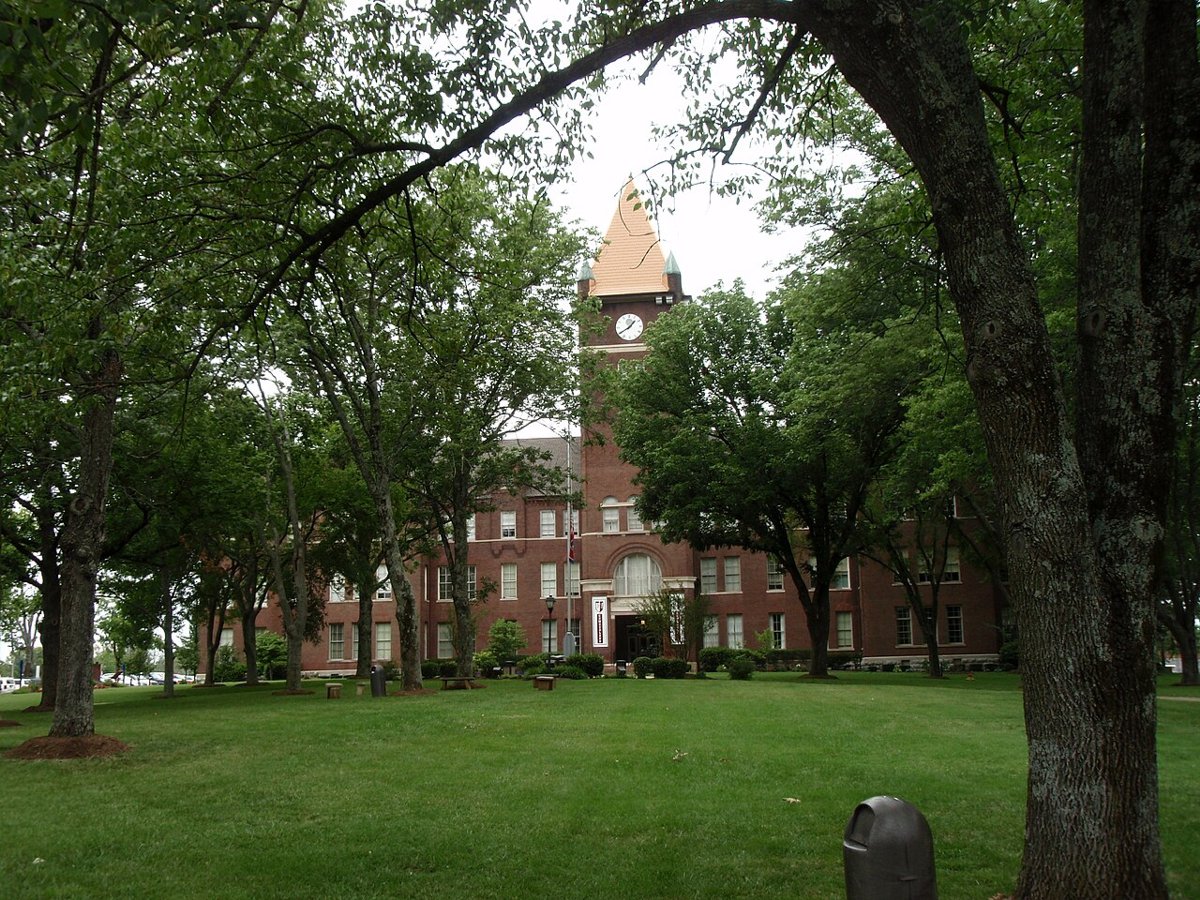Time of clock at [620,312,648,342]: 1:39
